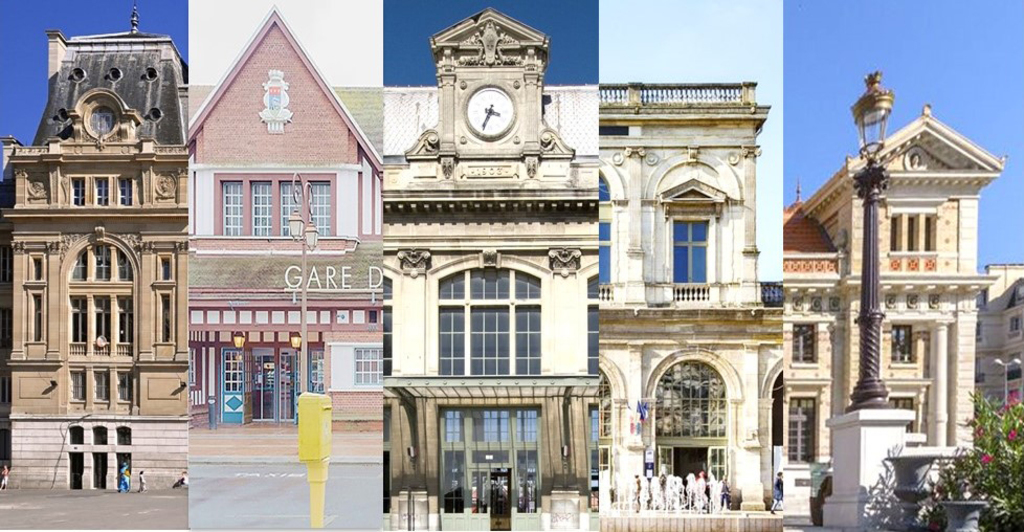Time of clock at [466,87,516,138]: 3:34
